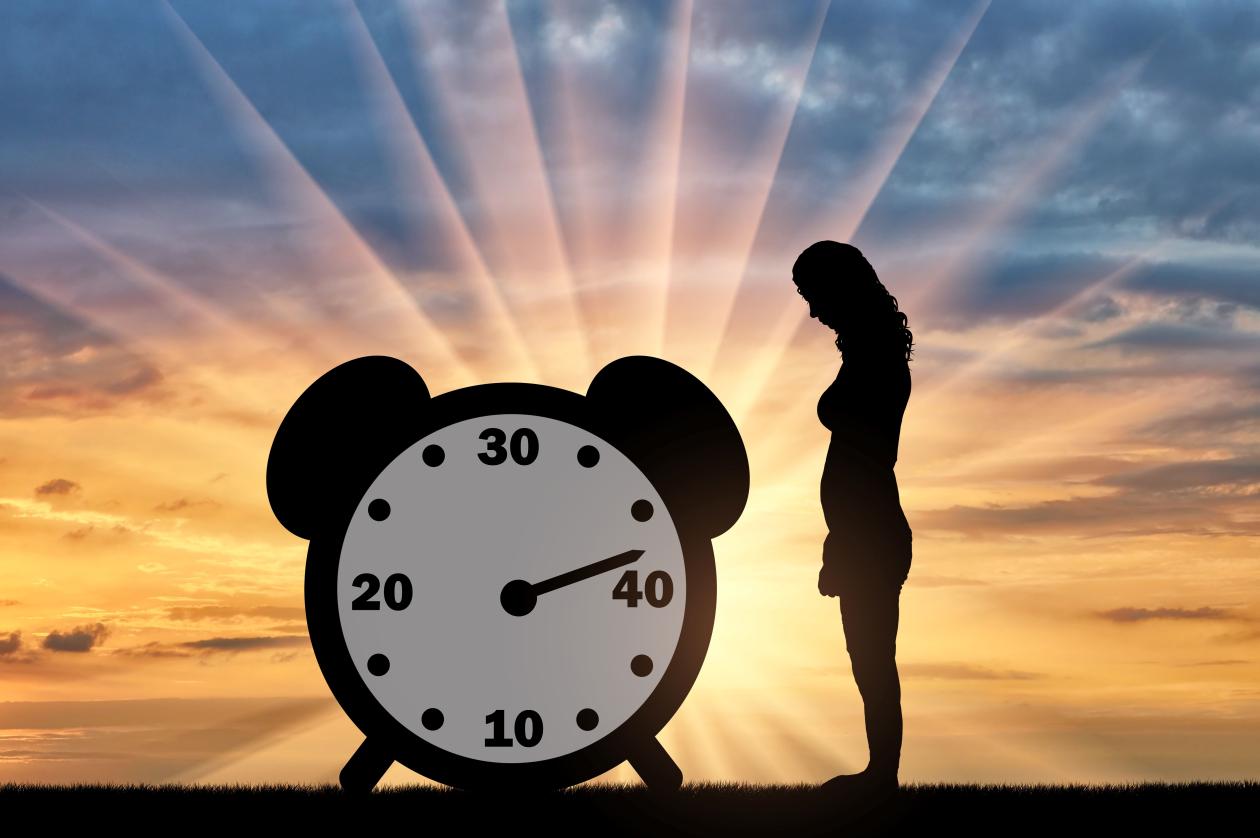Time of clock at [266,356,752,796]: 2:12
